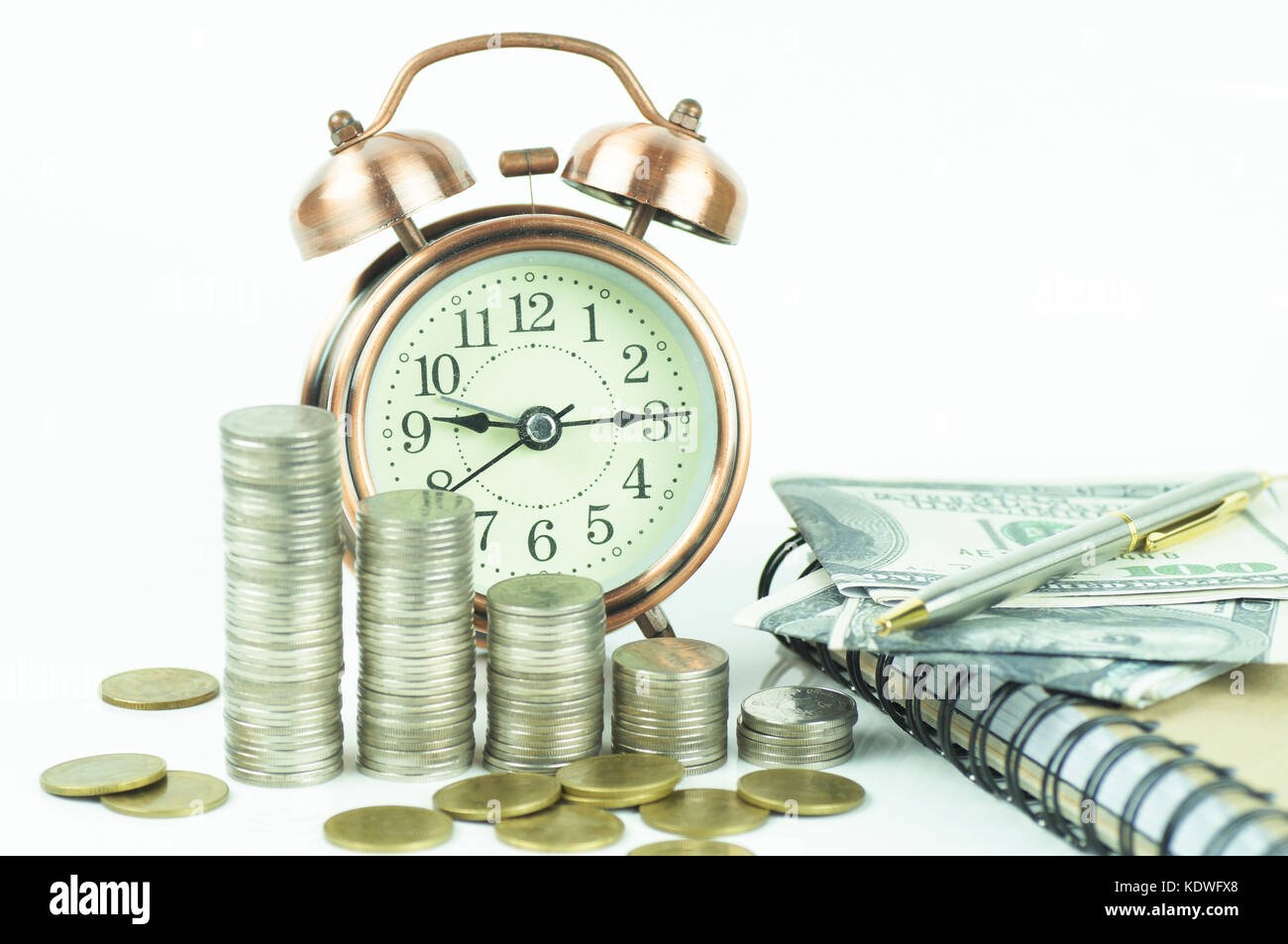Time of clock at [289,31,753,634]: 9:14
